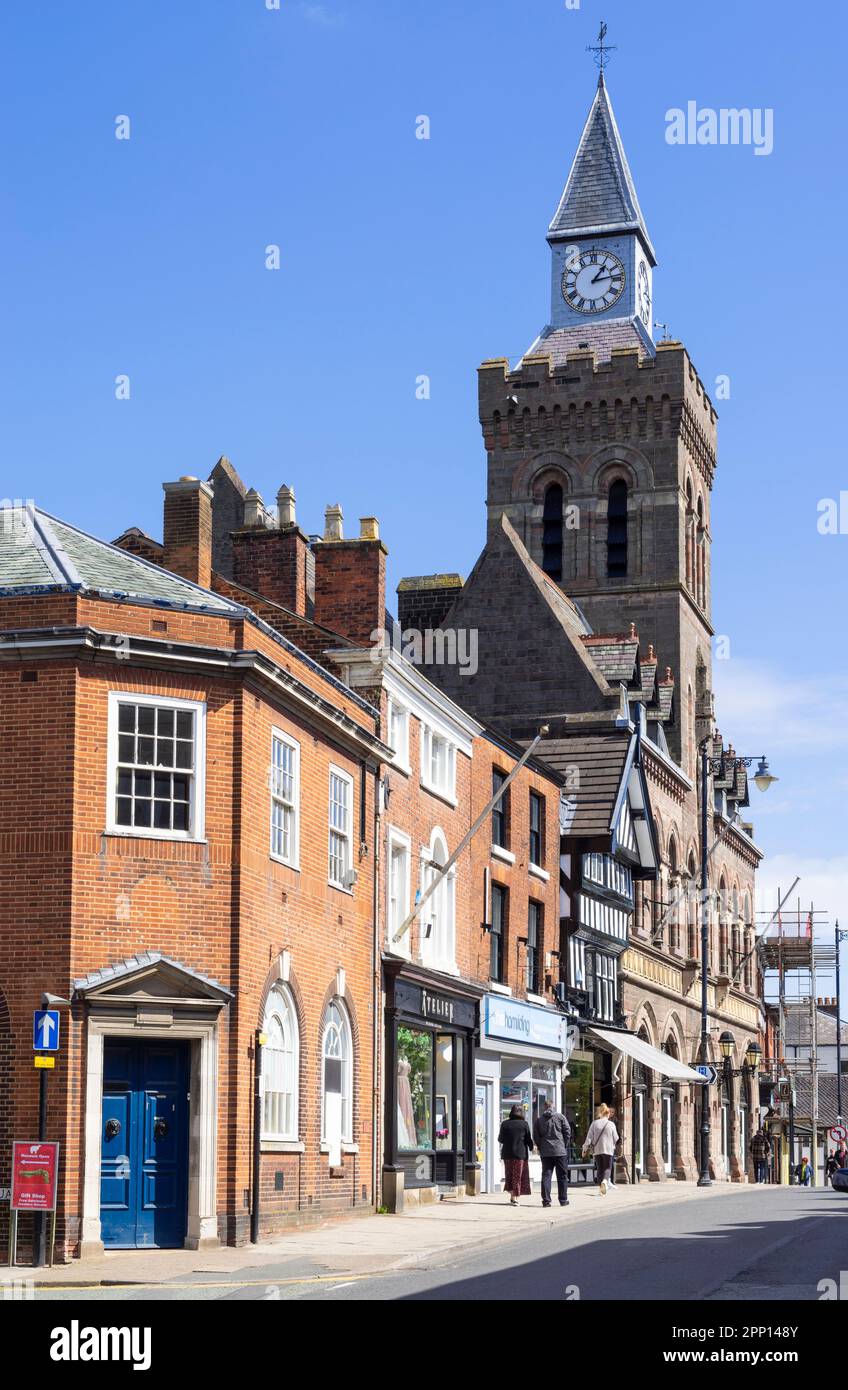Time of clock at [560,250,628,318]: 1:13
